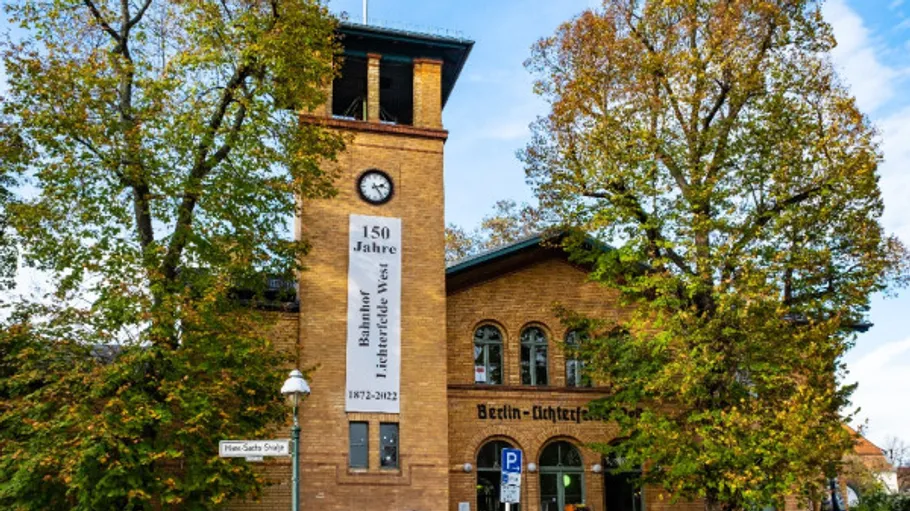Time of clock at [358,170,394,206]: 2:23
